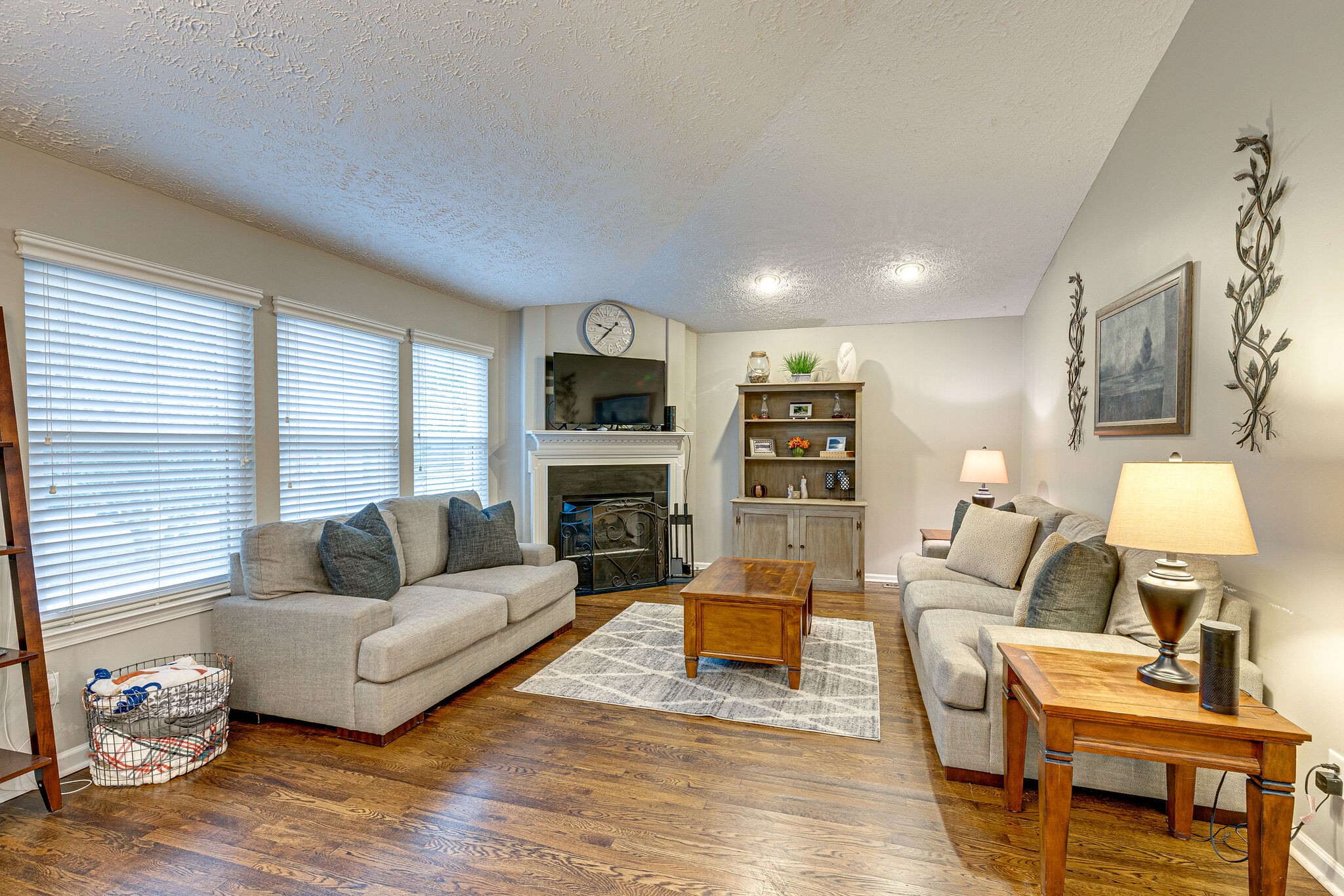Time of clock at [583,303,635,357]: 1:37
